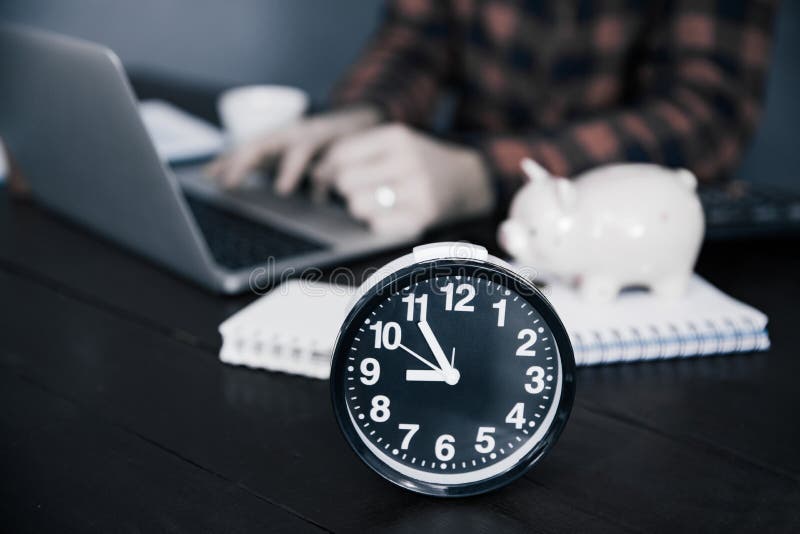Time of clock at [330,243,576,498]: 8:54
